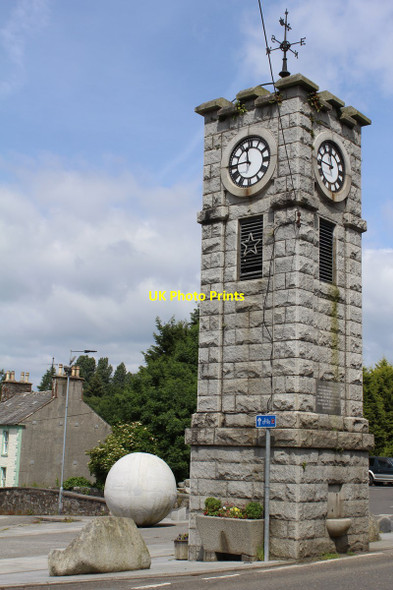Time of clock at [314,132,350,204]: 11:46
